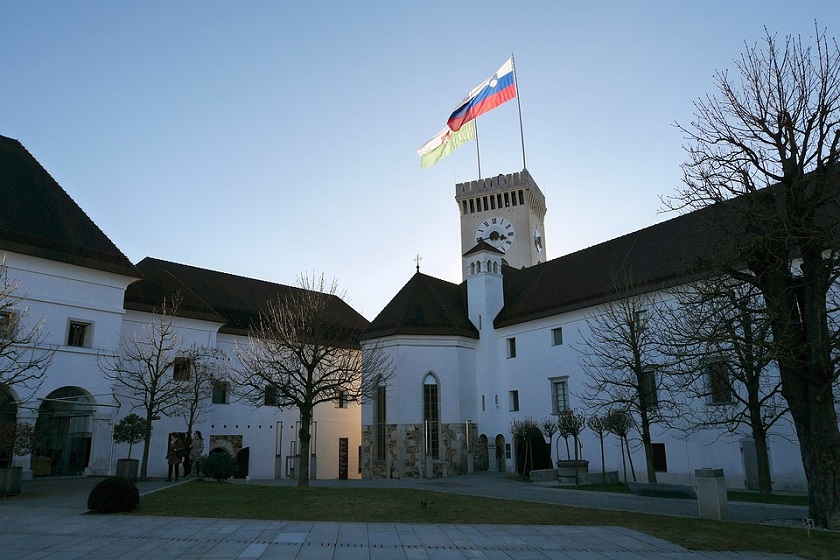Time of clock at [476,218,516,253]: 3:40
